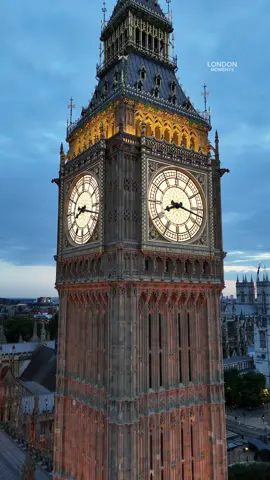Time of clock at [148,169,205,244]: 8:17
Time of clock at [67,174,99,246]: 8:17
